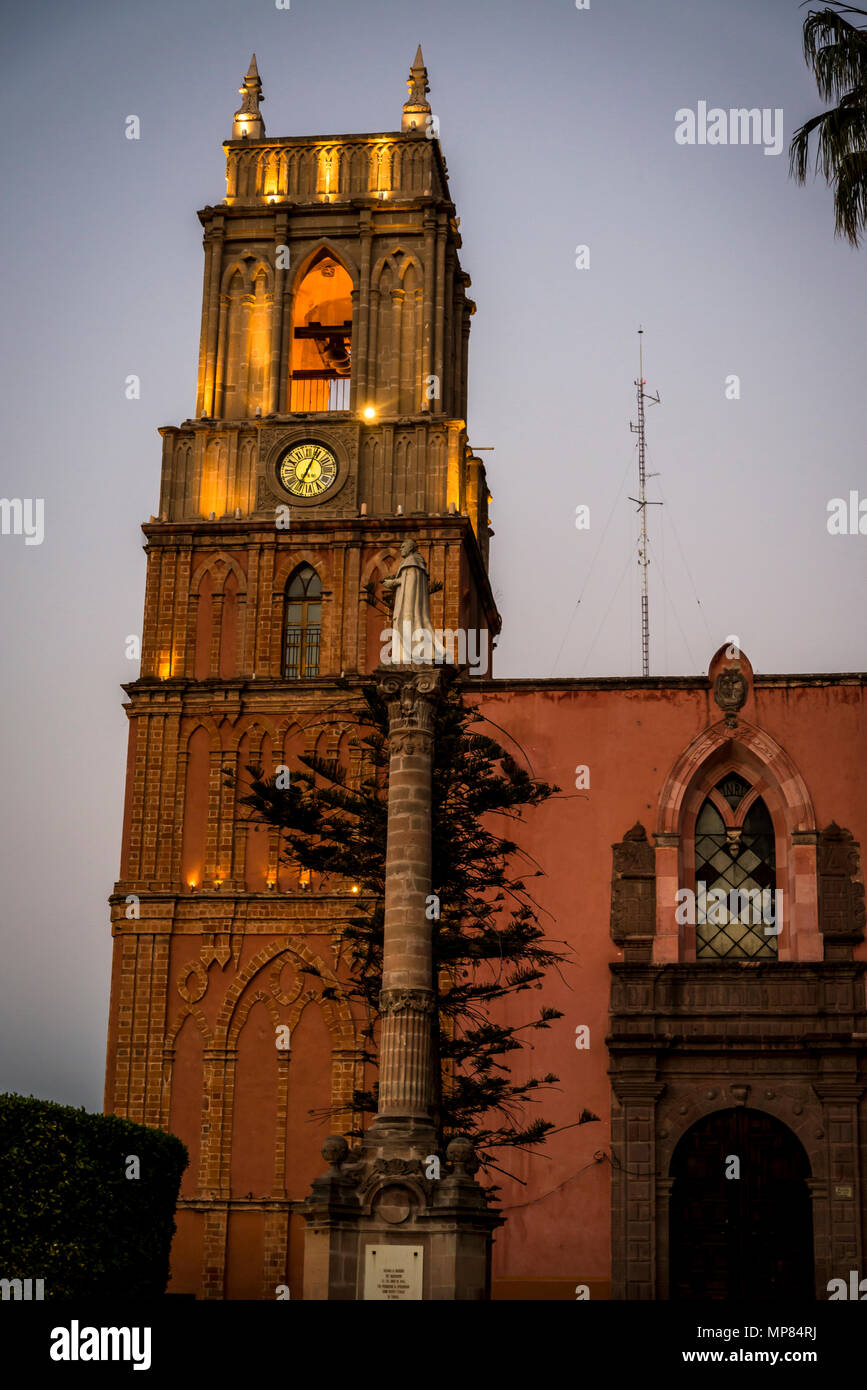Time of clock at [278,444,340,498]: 7:04
